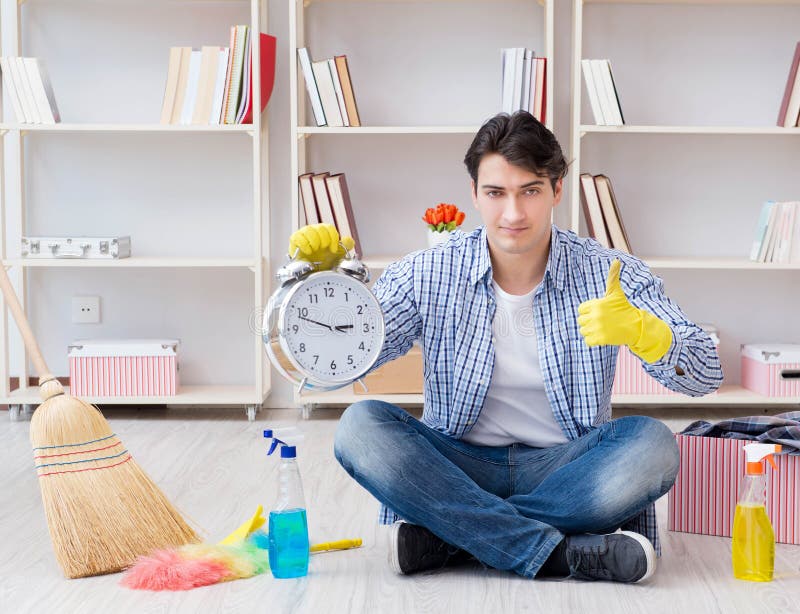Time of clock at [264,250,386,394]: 2:48
